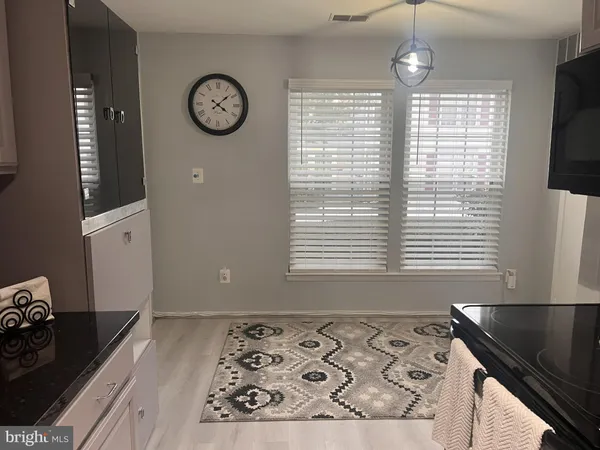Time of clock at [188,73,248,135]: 4:08
